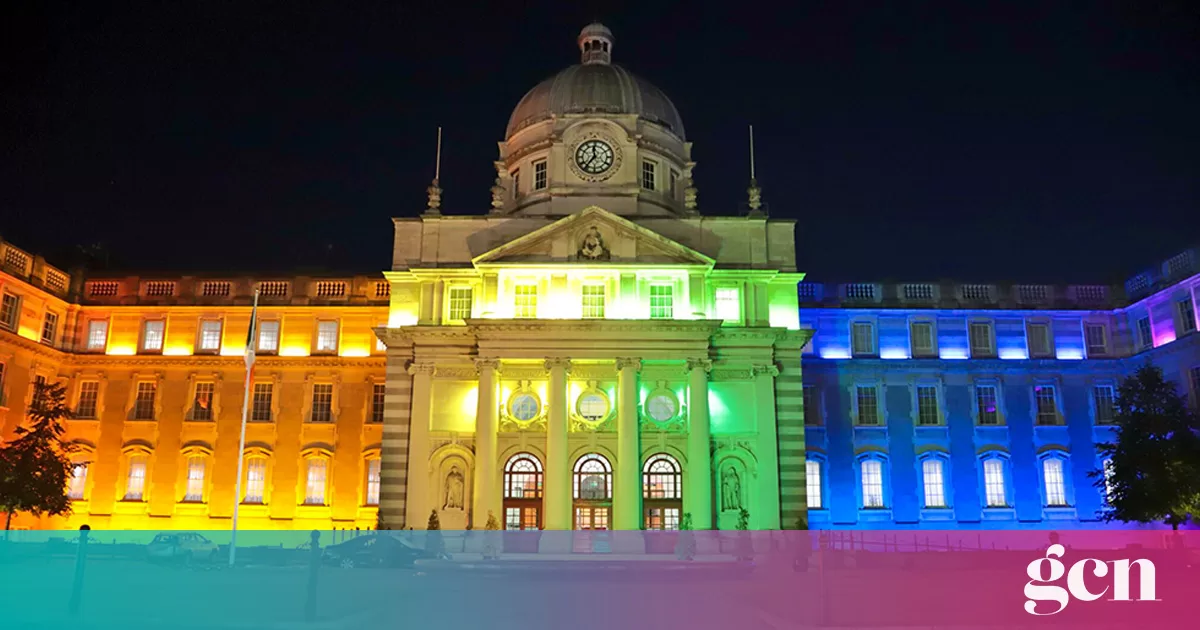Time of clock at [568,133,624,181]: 11:36
